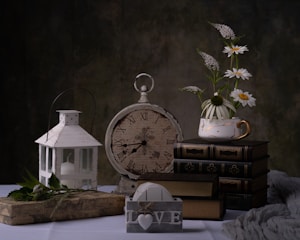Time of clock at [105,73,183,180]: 7:43
